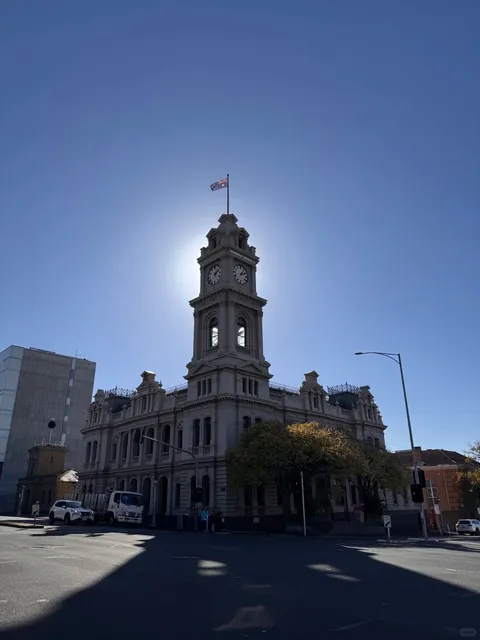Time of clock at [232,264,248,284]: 2:06
